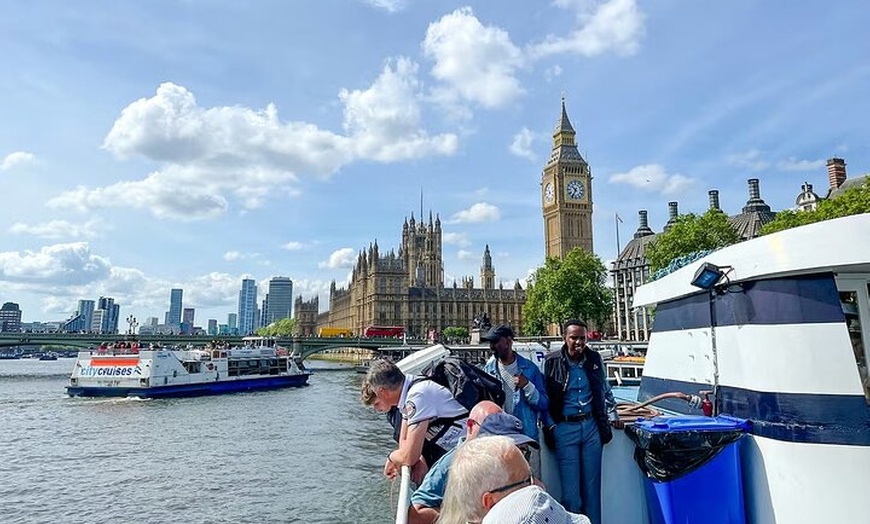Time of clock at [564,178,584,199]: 10:34
